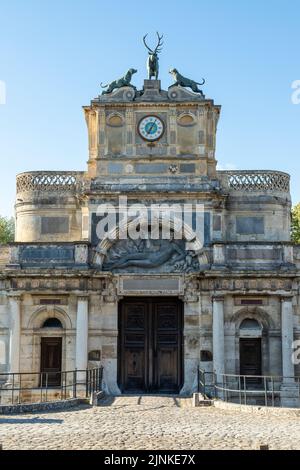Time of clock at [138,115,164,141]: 7:05
